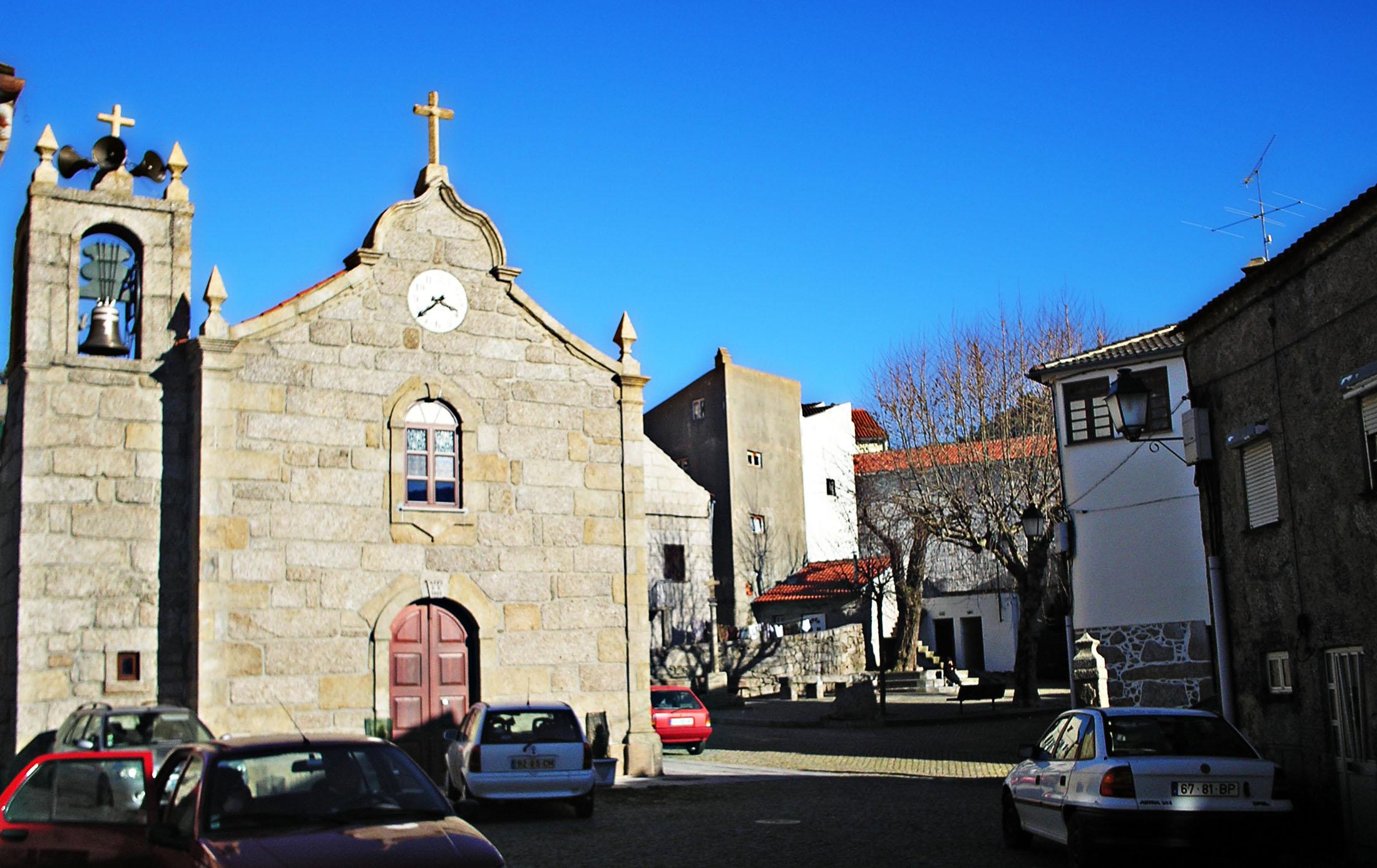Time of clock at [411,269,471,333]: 3:38
